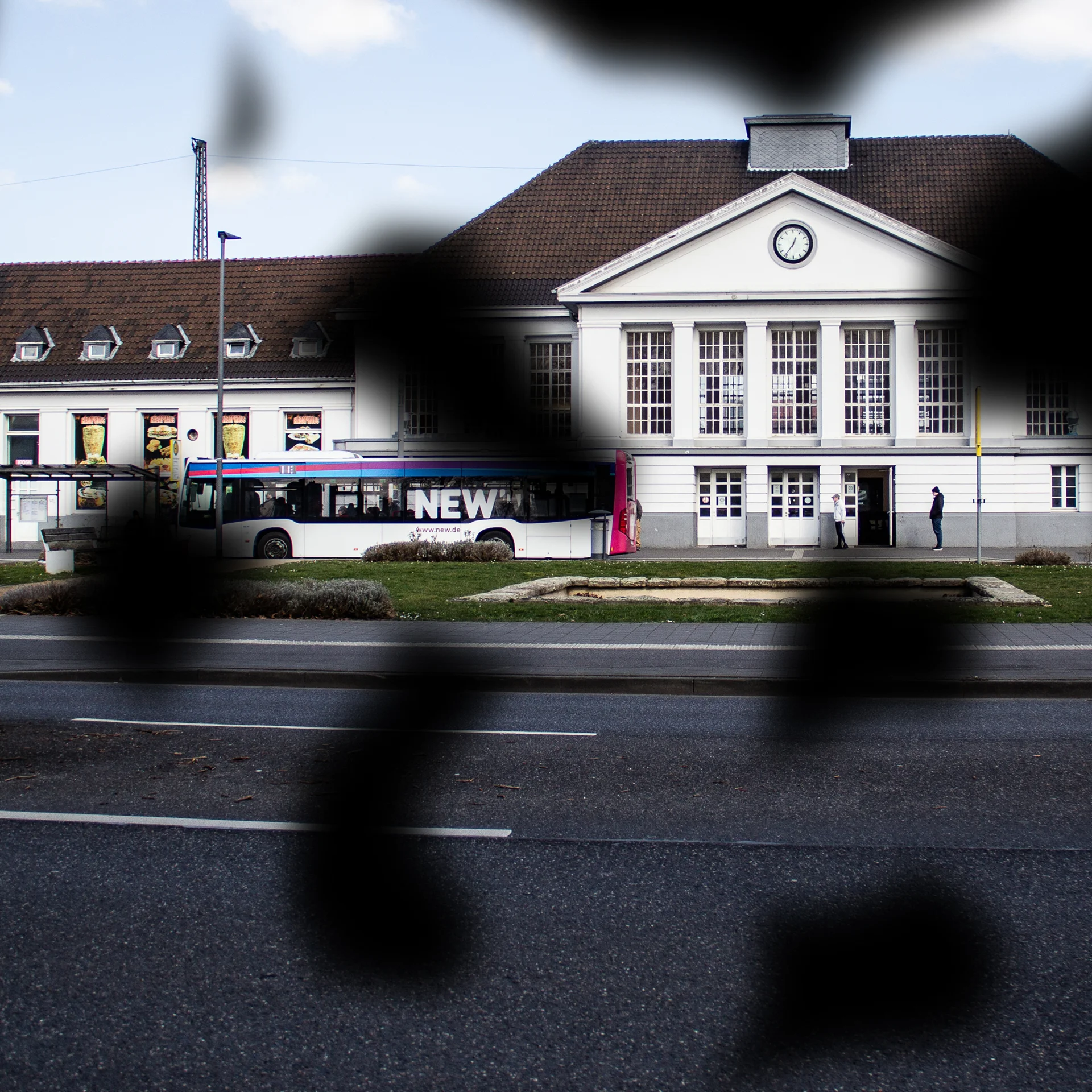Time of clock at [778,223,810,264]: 12:36
